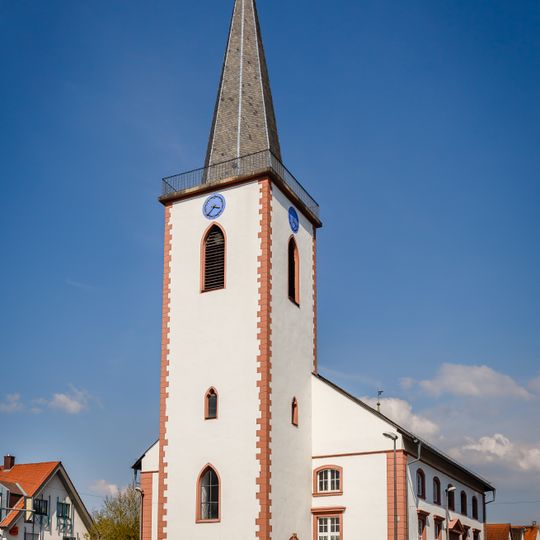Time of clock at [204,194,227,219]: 3:37
